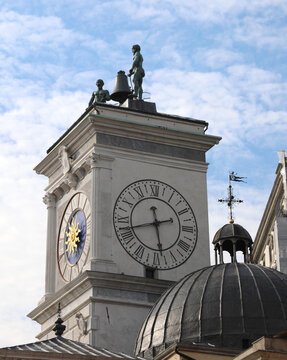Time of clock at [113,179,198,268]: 5:42
